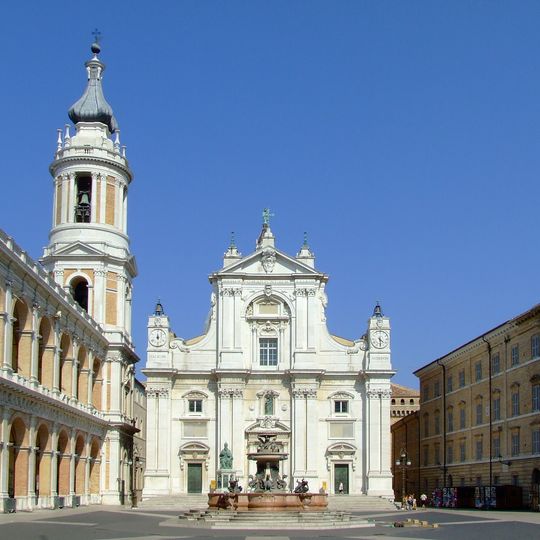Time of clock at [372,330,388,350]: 4:29
